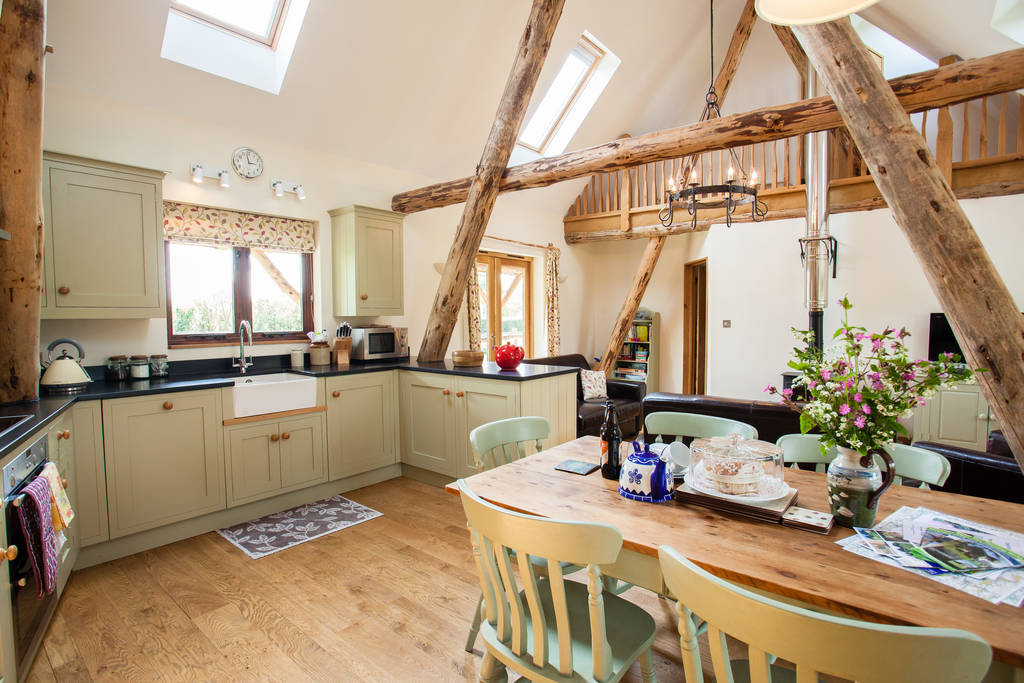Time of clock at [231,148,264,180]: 2:58
